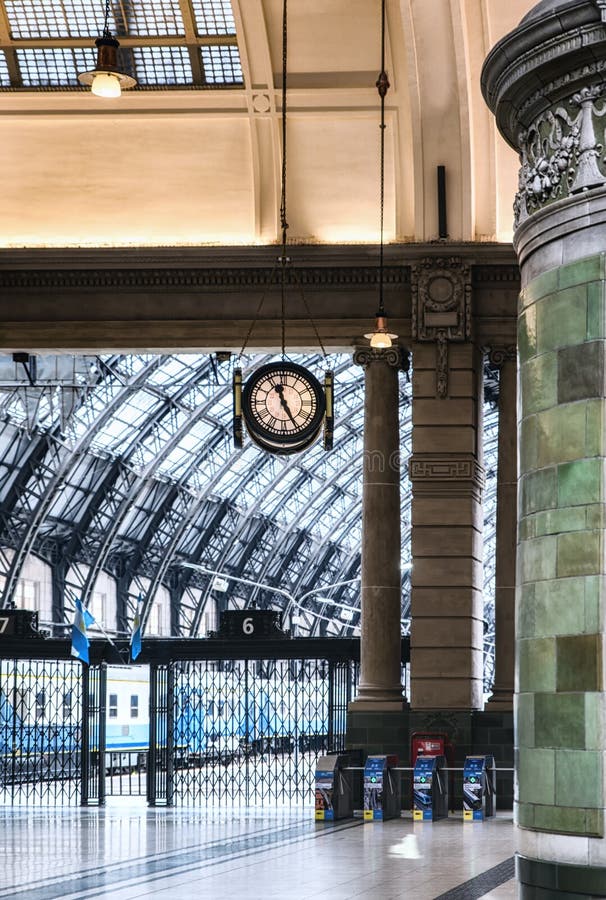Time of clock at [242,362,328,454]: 11:25
